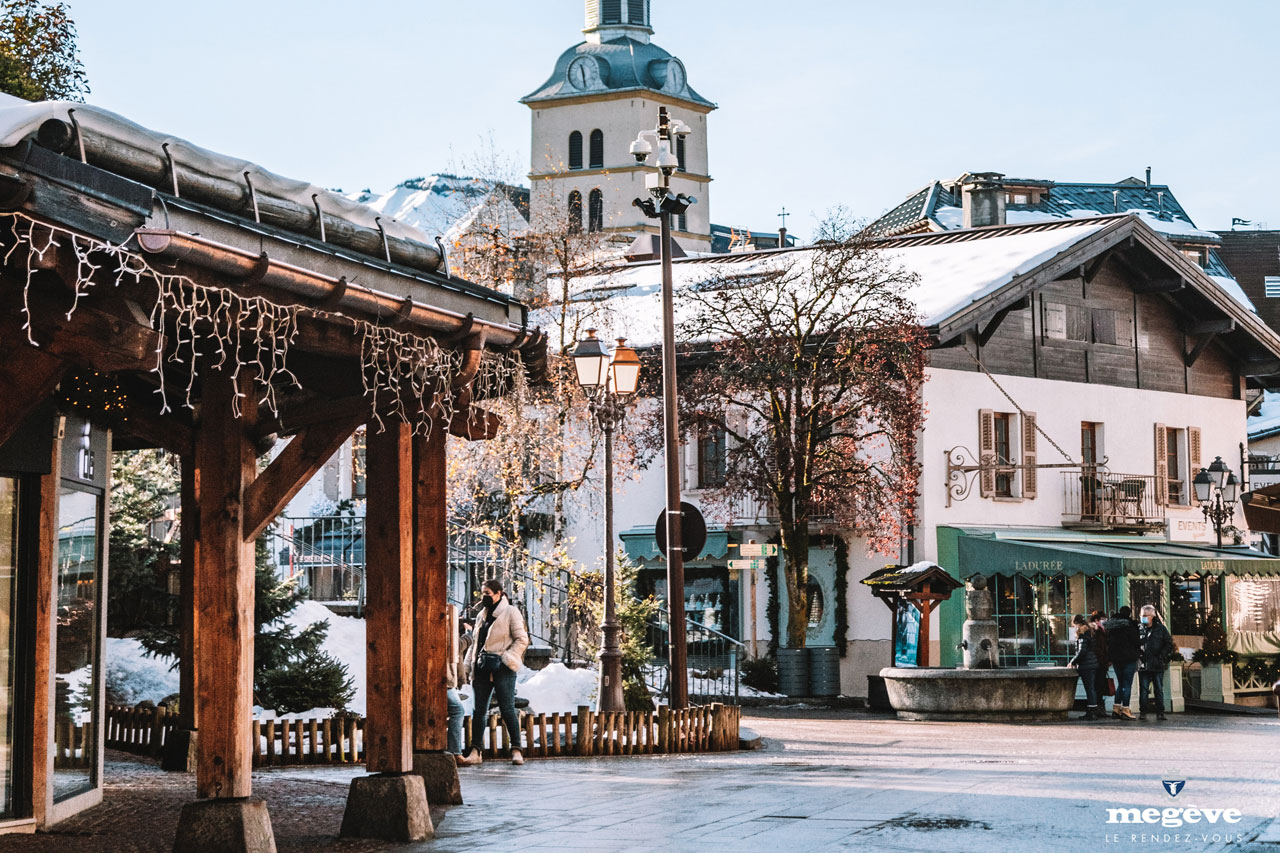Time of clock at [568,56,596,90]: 11:28
